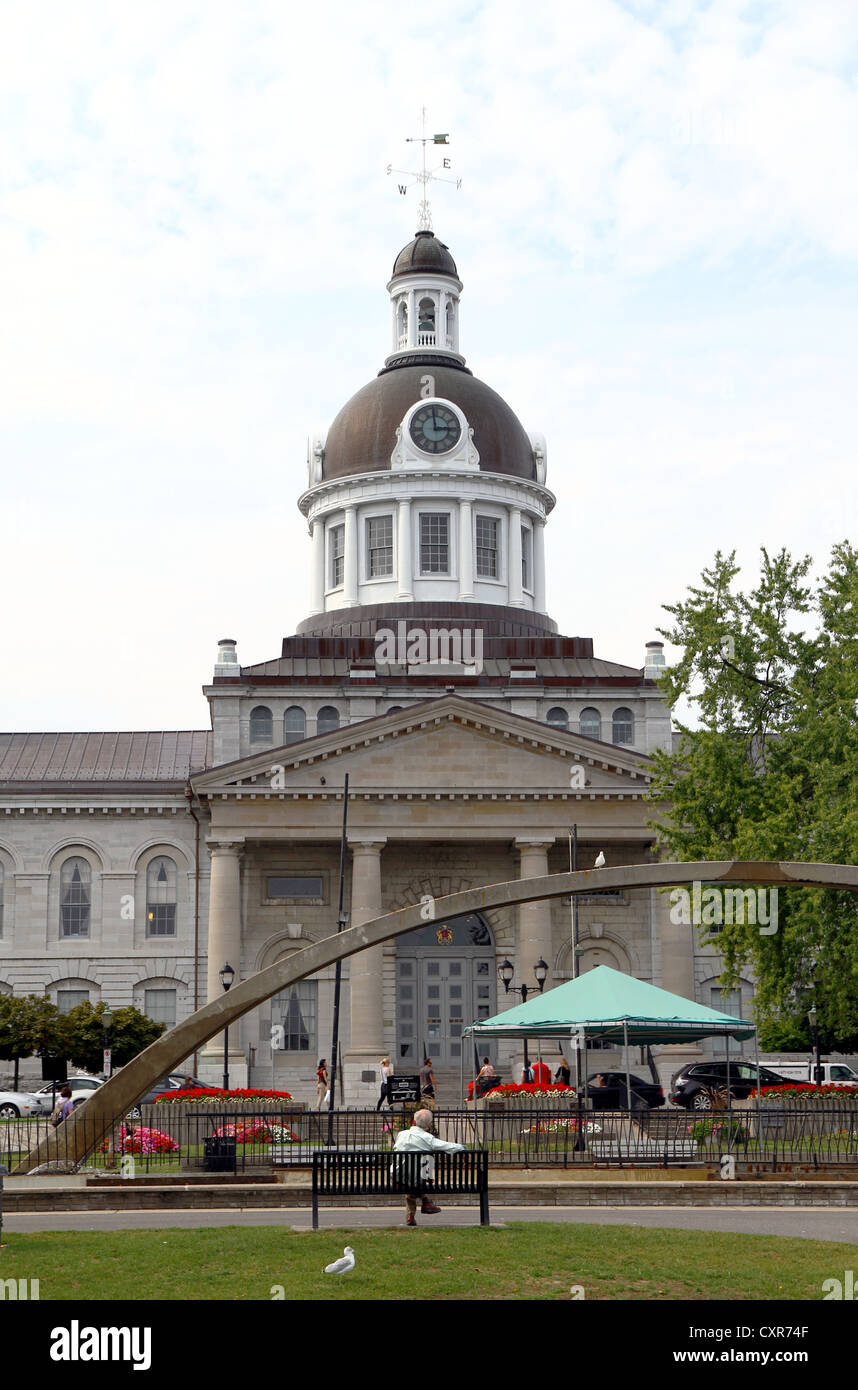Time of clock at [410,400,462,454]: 2:58
